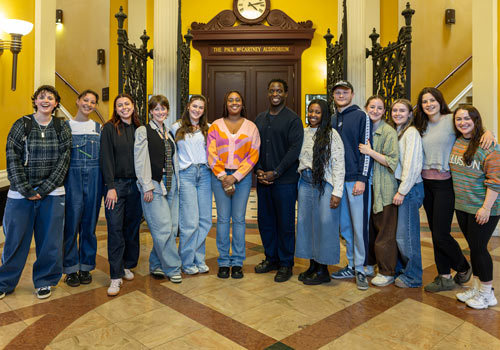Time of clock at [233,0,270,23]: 4:12
